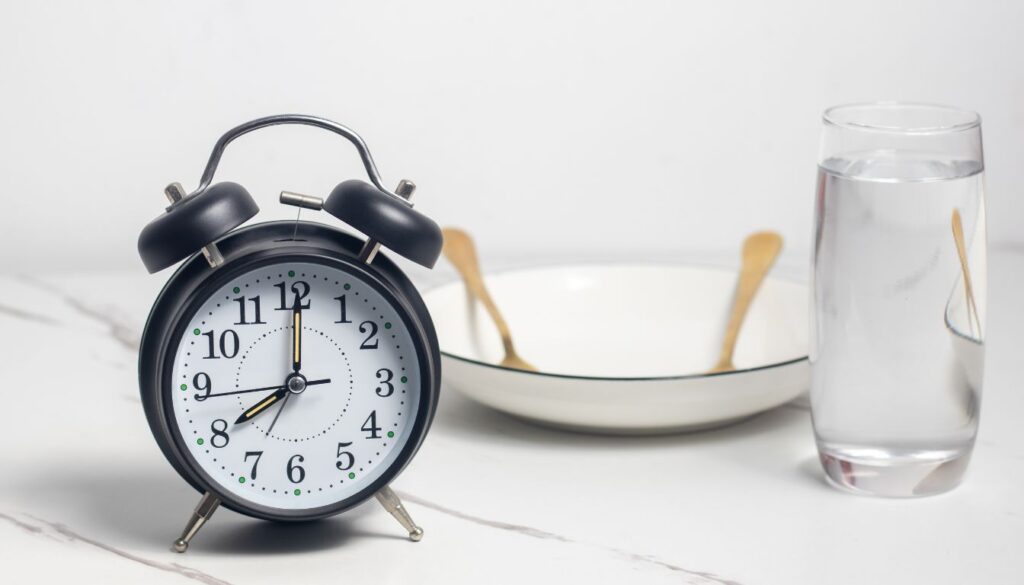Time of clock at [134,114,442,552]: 8:00
